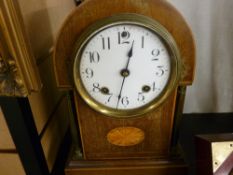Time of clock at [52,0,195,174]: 12:32
